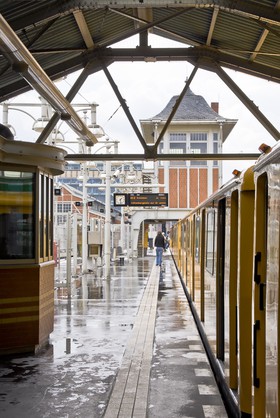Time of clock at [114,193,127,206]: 1:28
